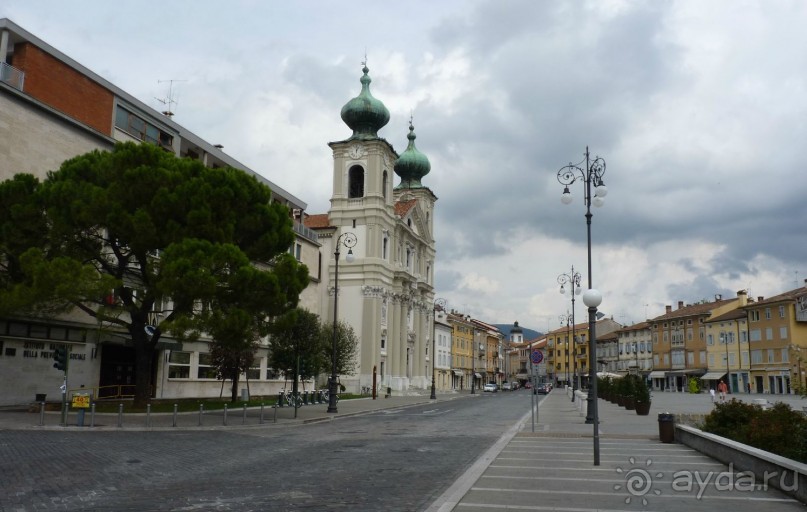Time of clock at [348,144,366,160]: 12:59
